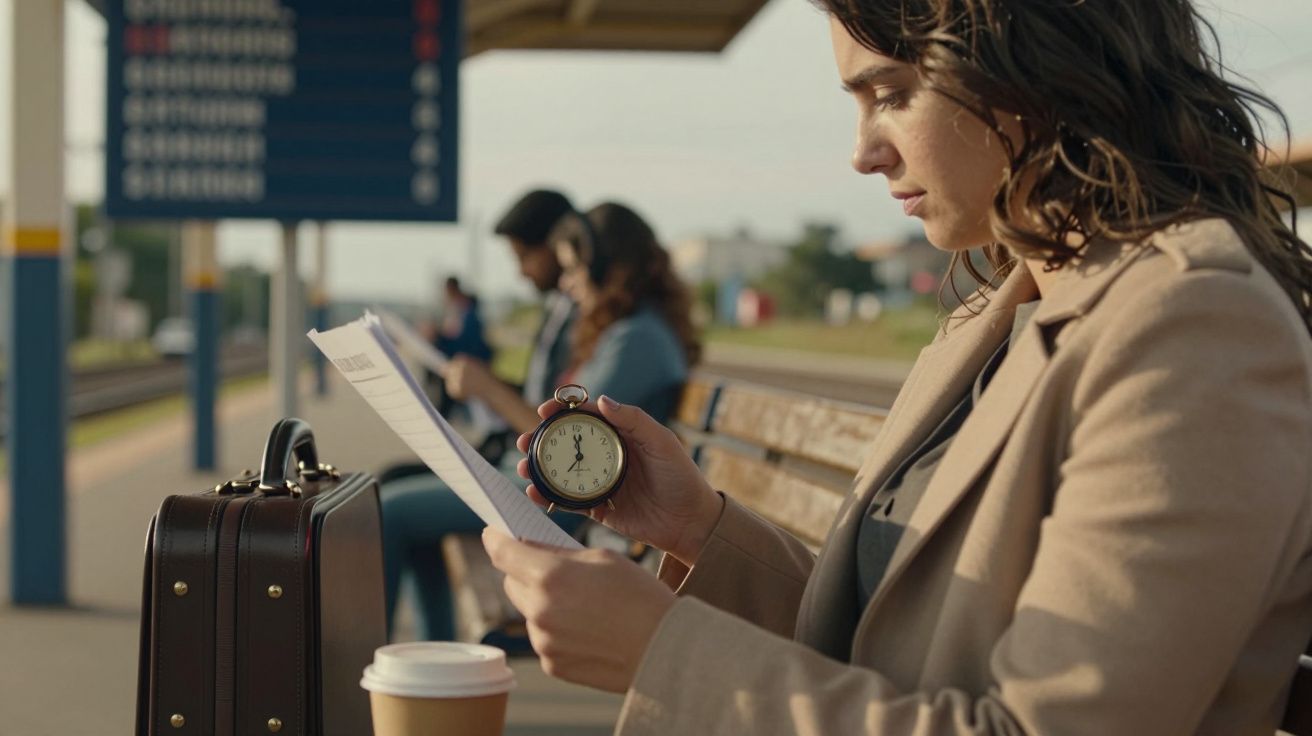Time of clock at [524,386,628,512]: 12:00
